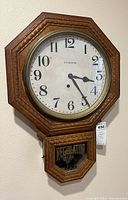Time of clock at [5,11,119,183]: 3:23
